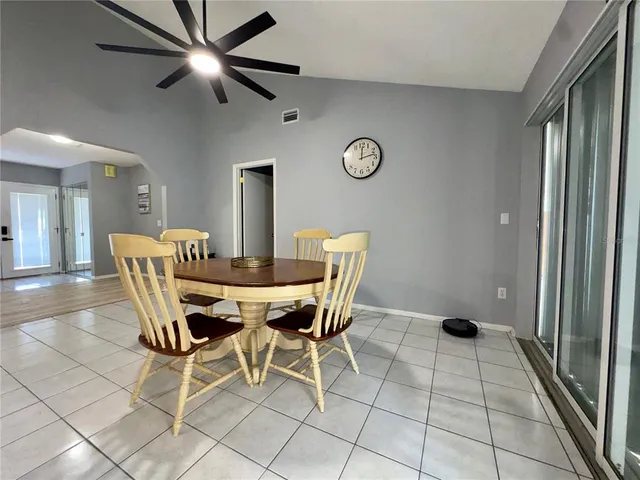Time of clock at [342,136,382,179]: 12:12
